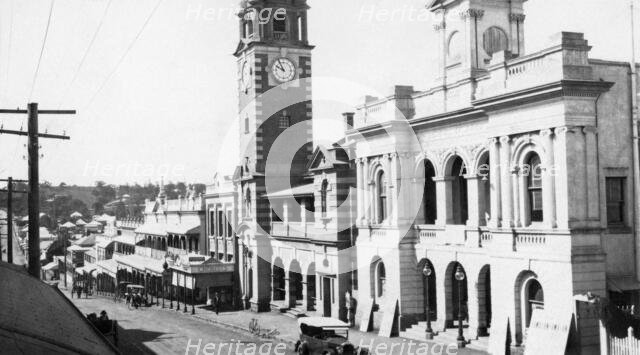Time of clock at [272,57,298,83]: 9:55
